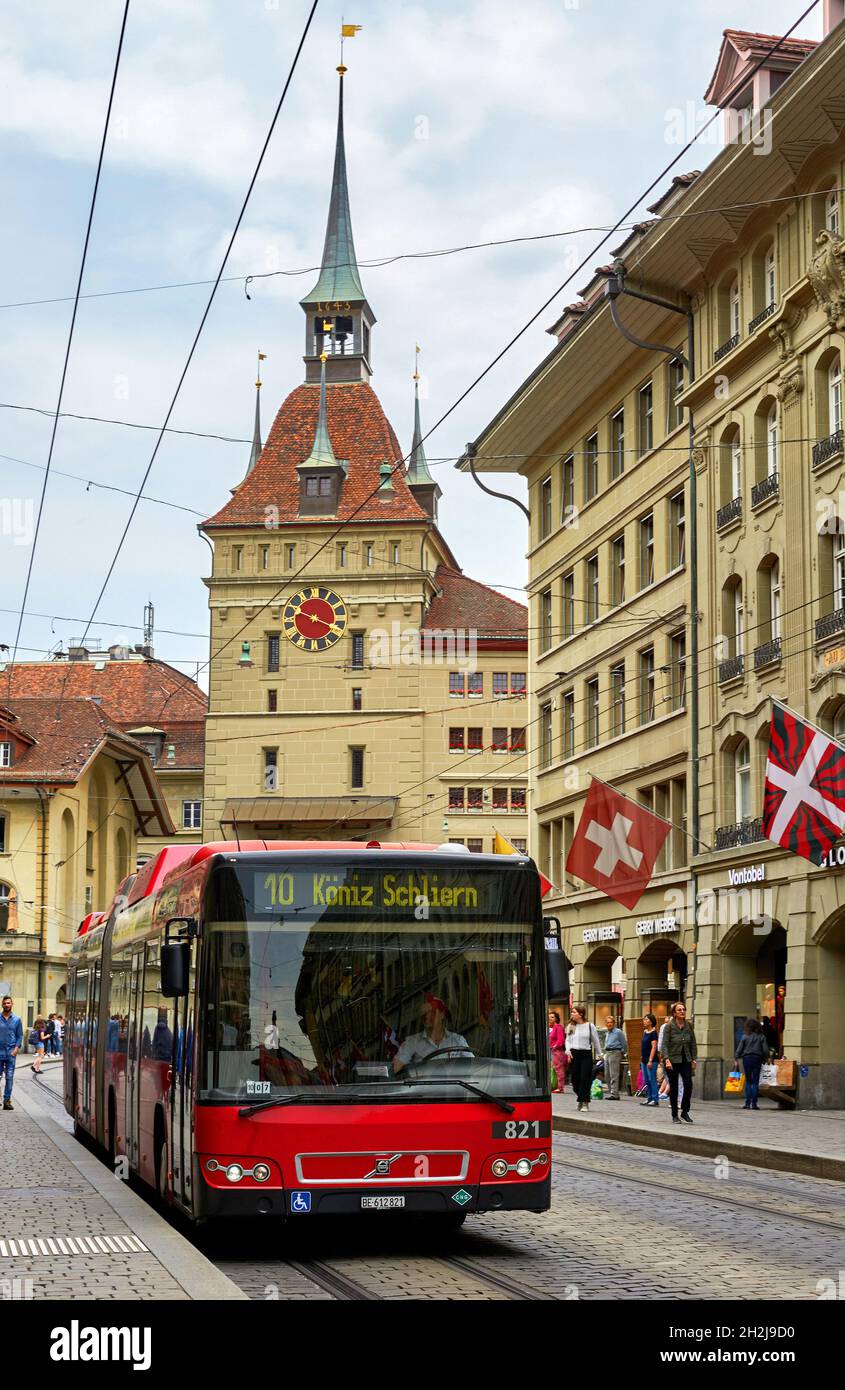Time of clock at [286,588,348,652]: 3:48
